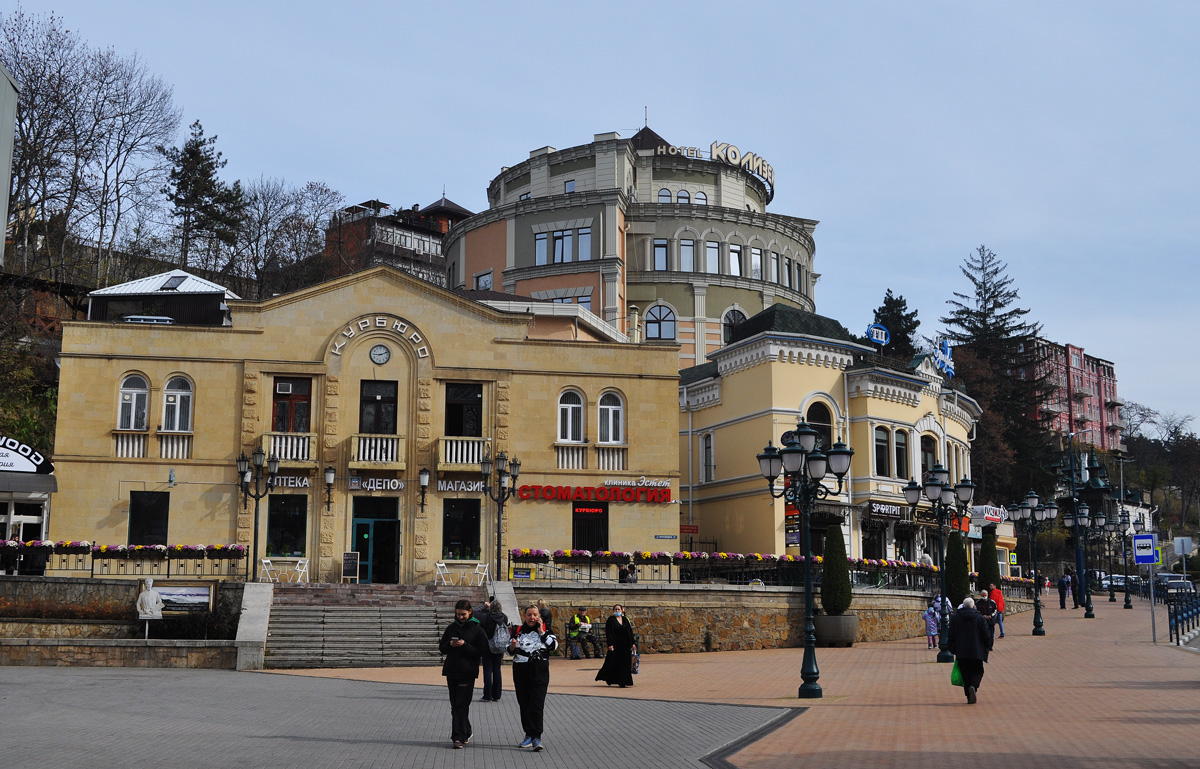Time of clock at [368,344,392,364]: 9:11
